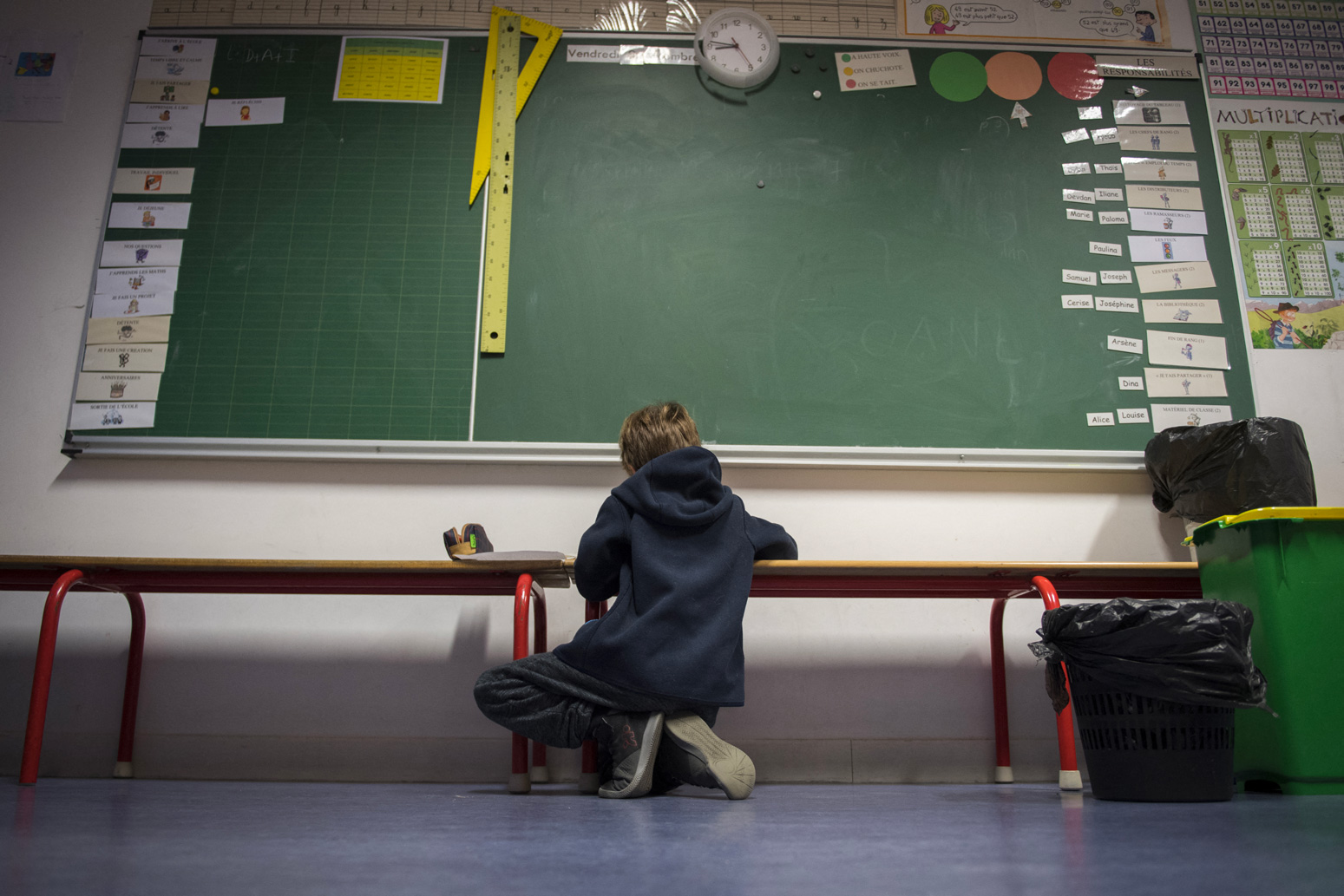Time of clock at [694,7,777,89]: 8:46
